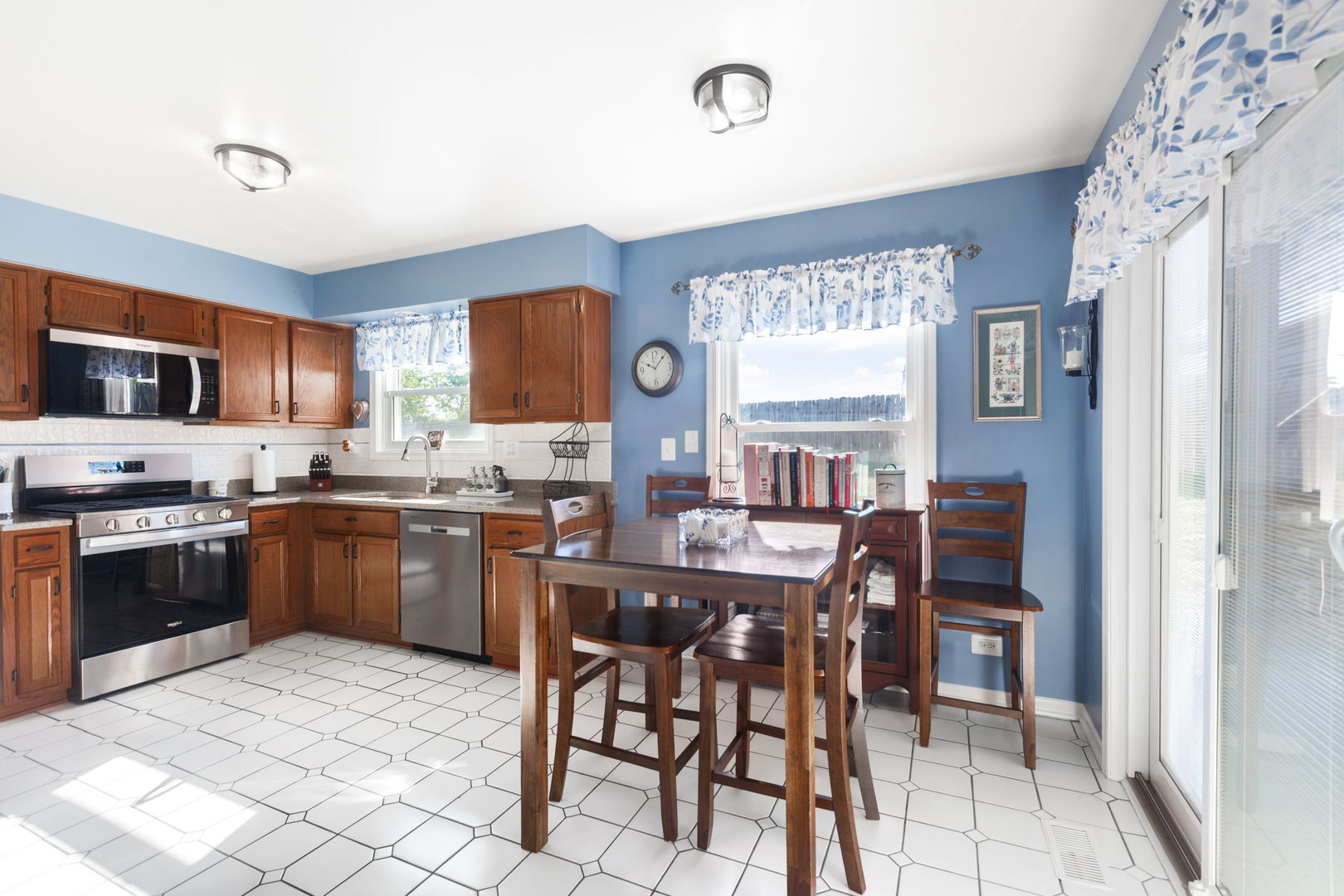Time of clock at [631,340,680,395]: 10:07
